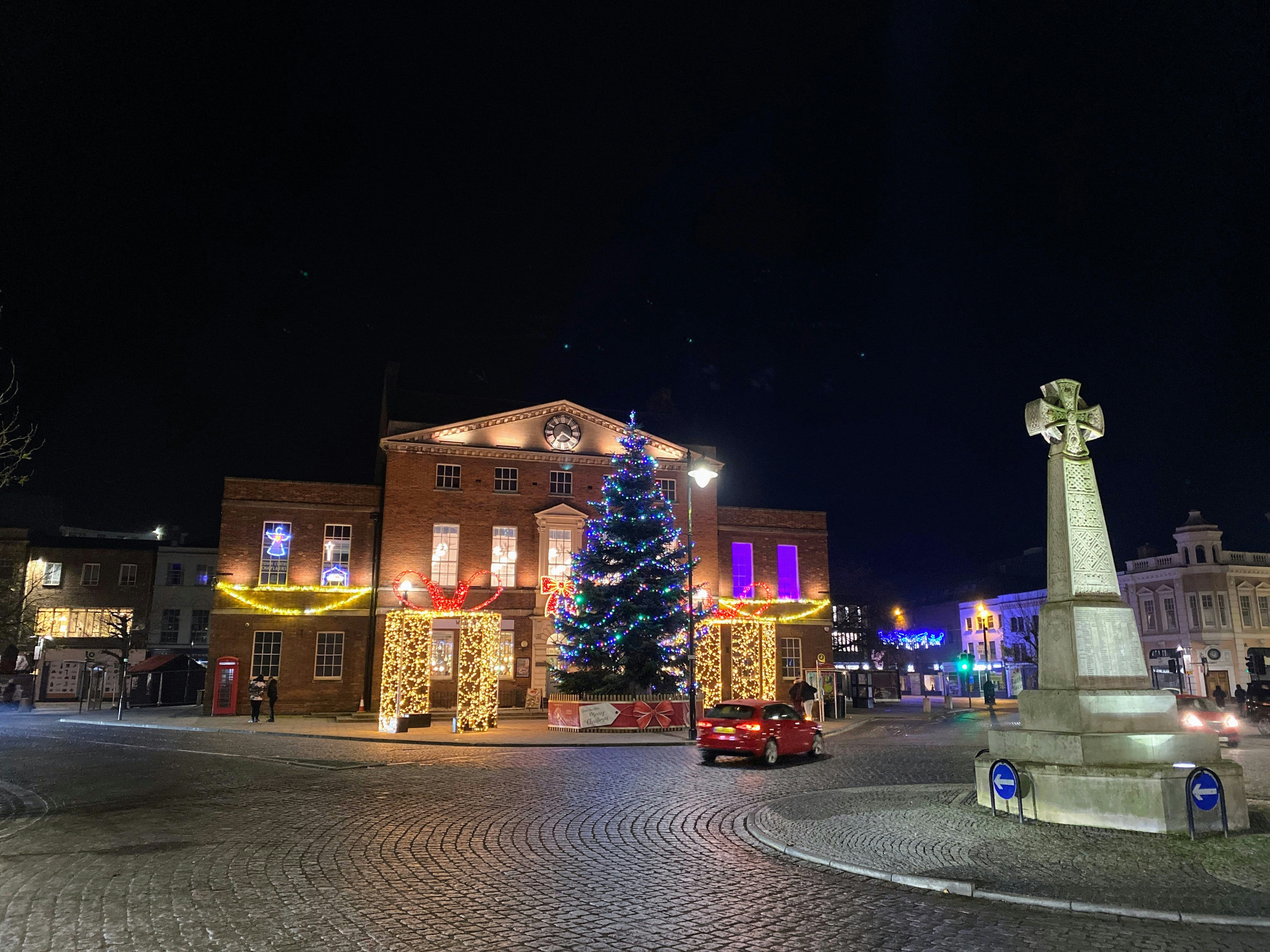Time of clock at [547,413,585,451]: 7:20
